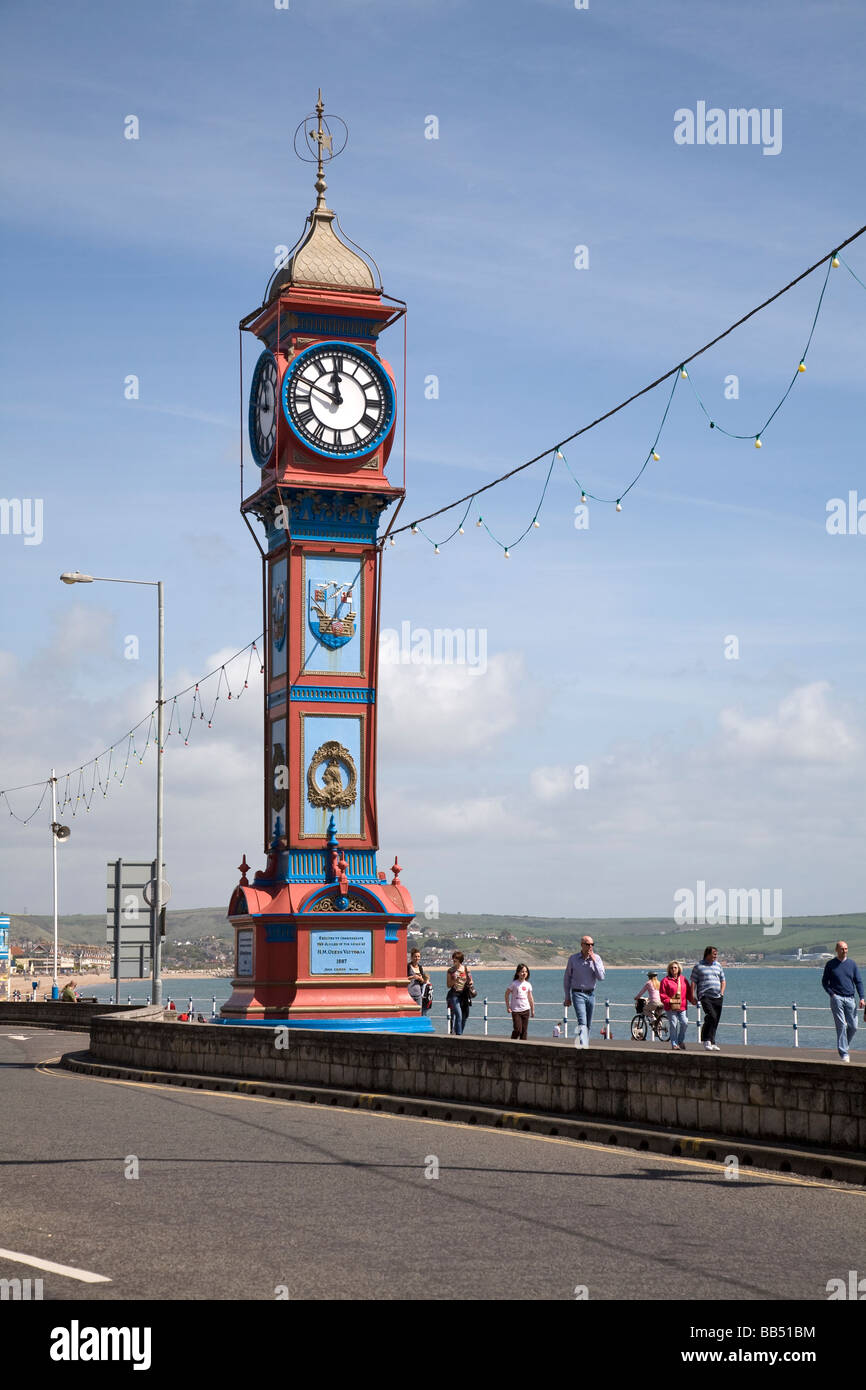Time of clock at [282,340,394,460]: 11:48
